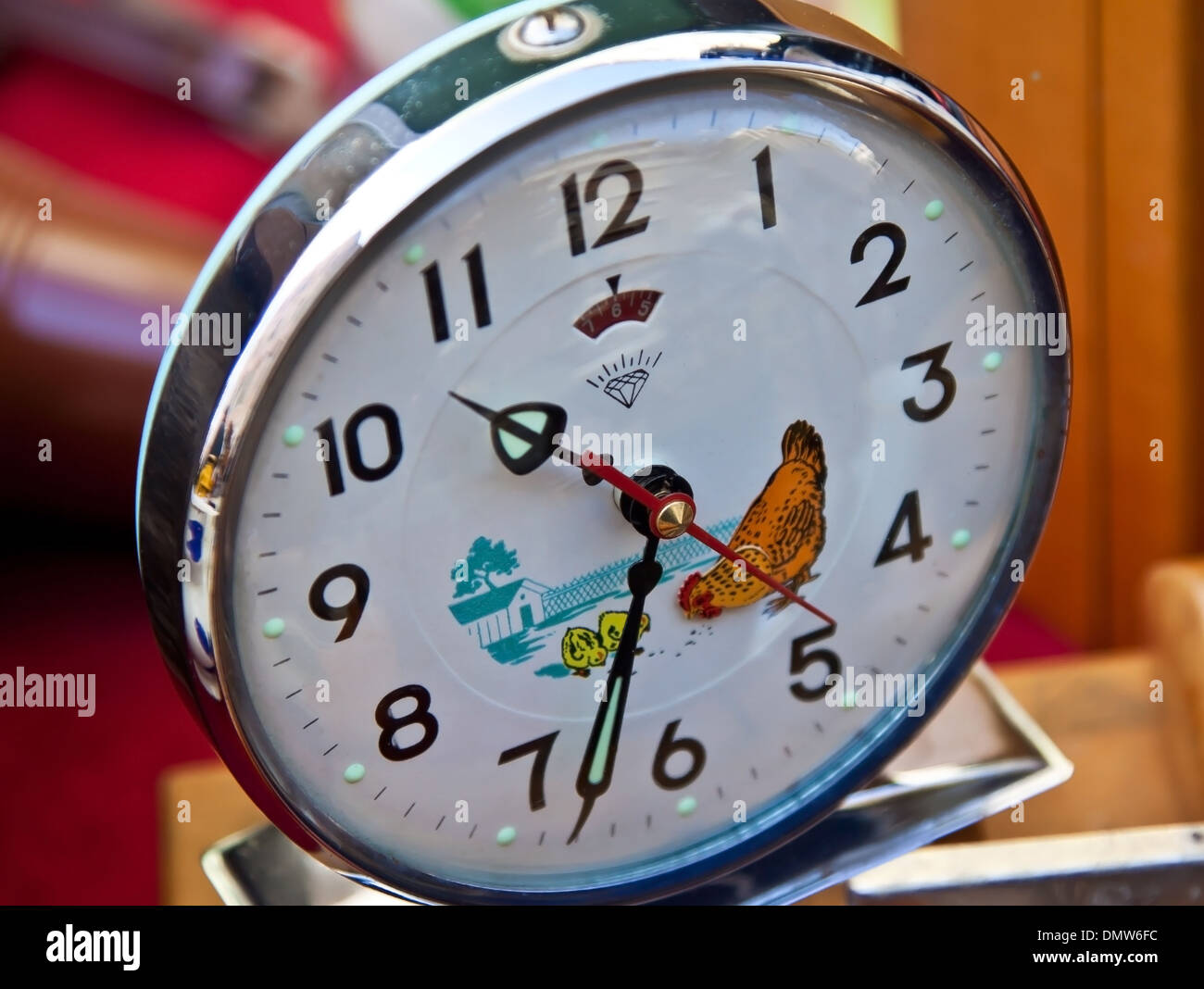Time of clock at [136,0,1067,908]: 10:32
